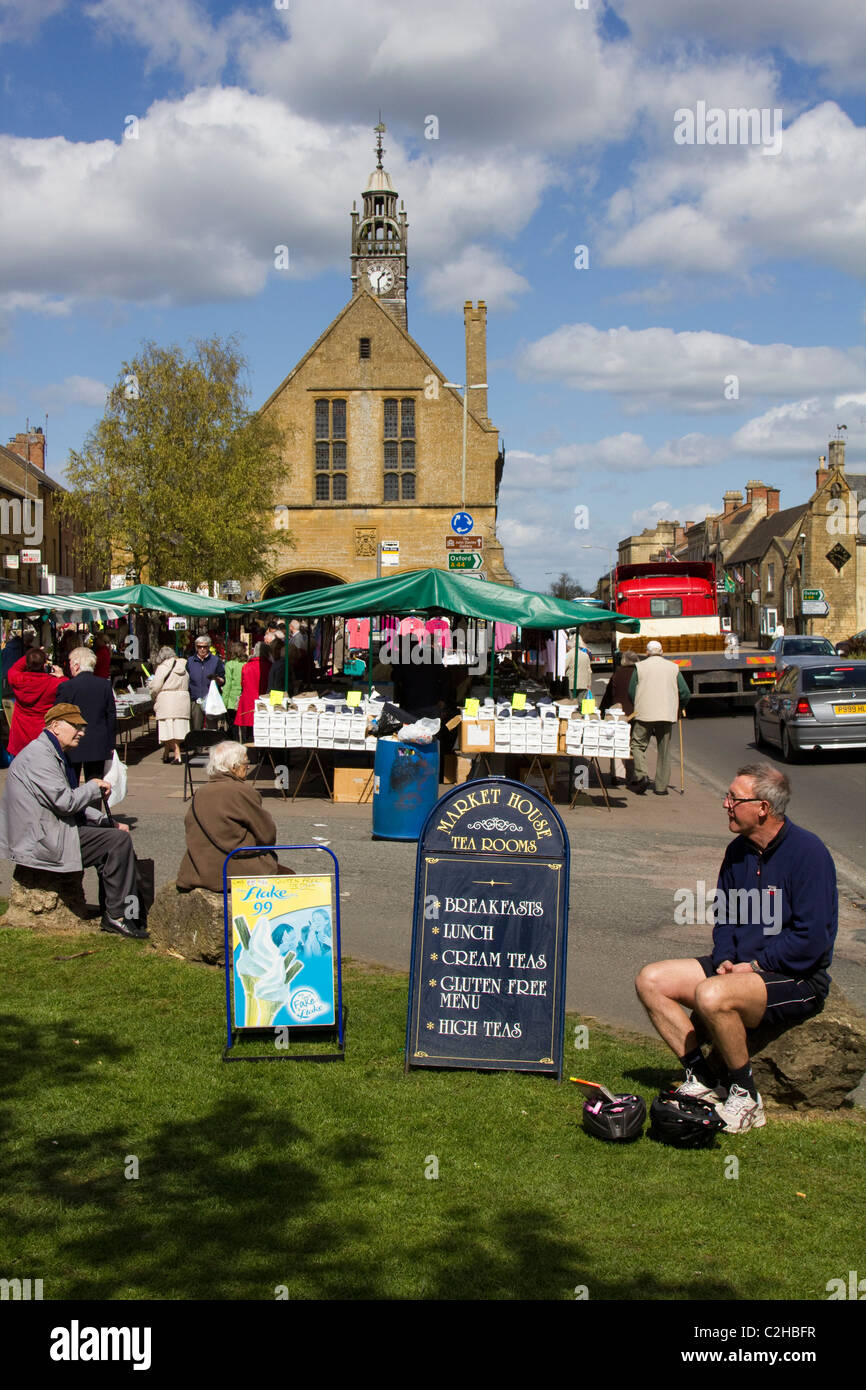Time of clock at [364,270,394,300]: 1:30
